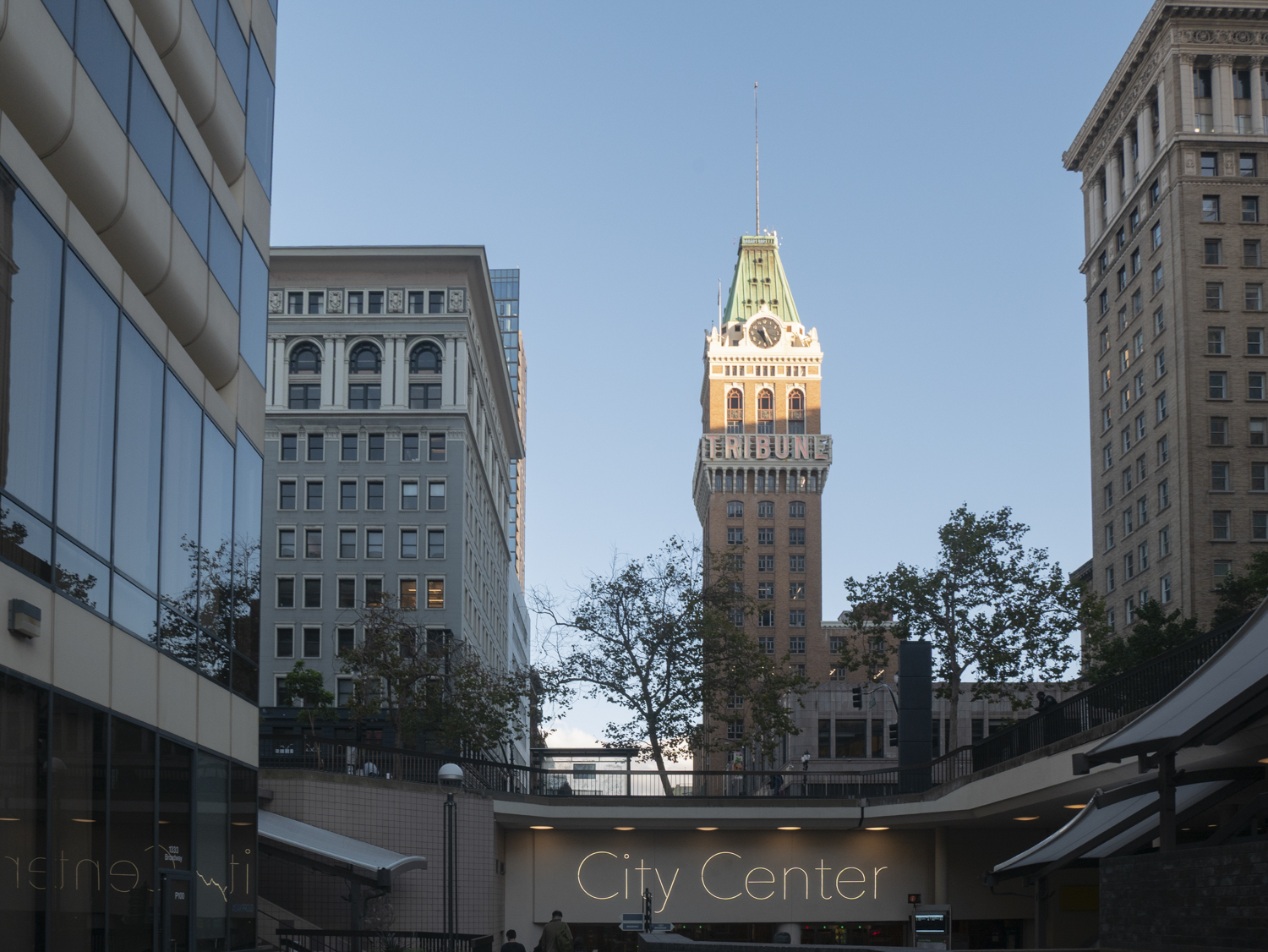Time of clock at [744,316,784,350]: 5:18
